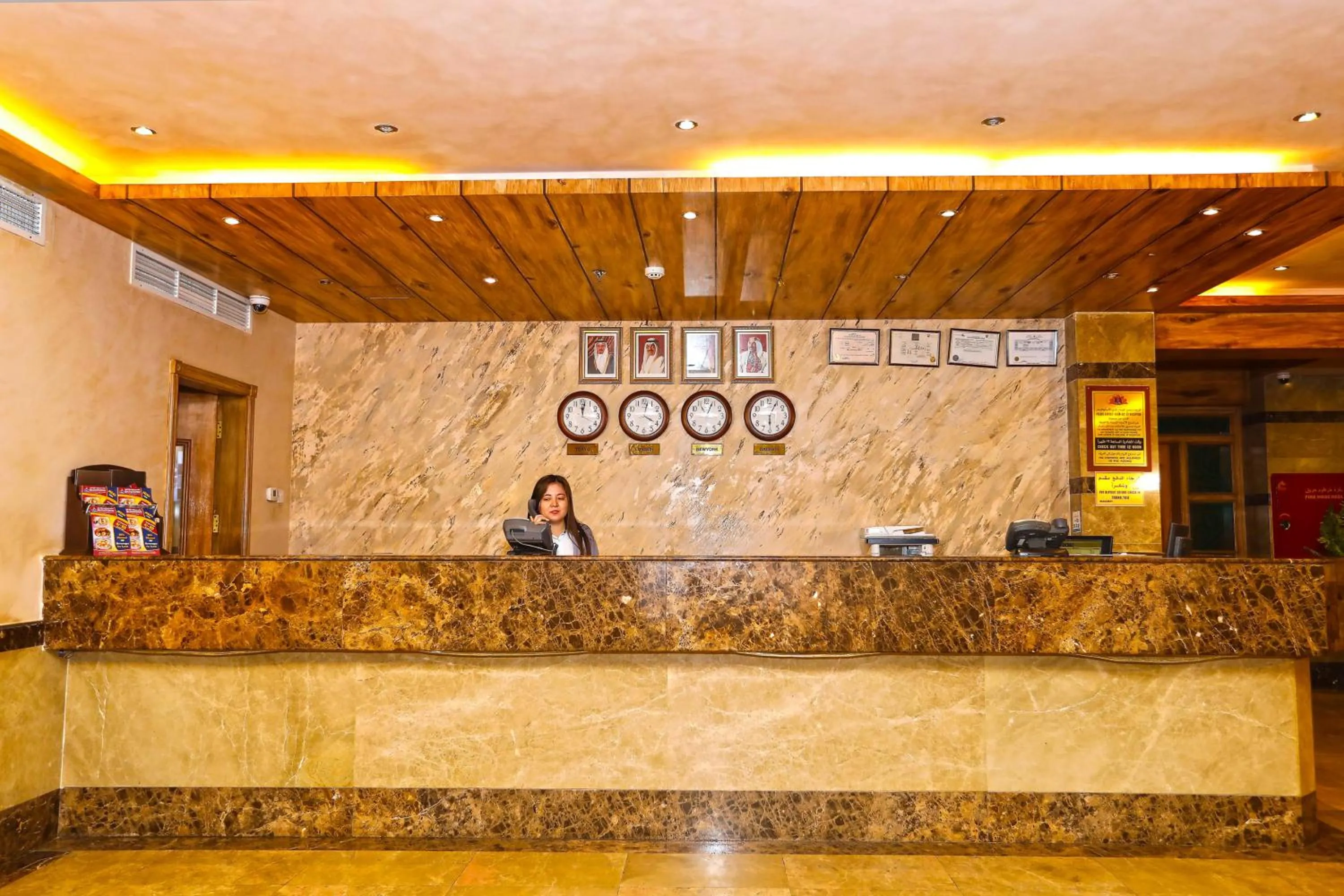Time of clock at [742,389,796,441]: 6:04
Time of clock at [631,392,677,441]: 4:02
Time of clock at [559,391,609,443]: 12:01
